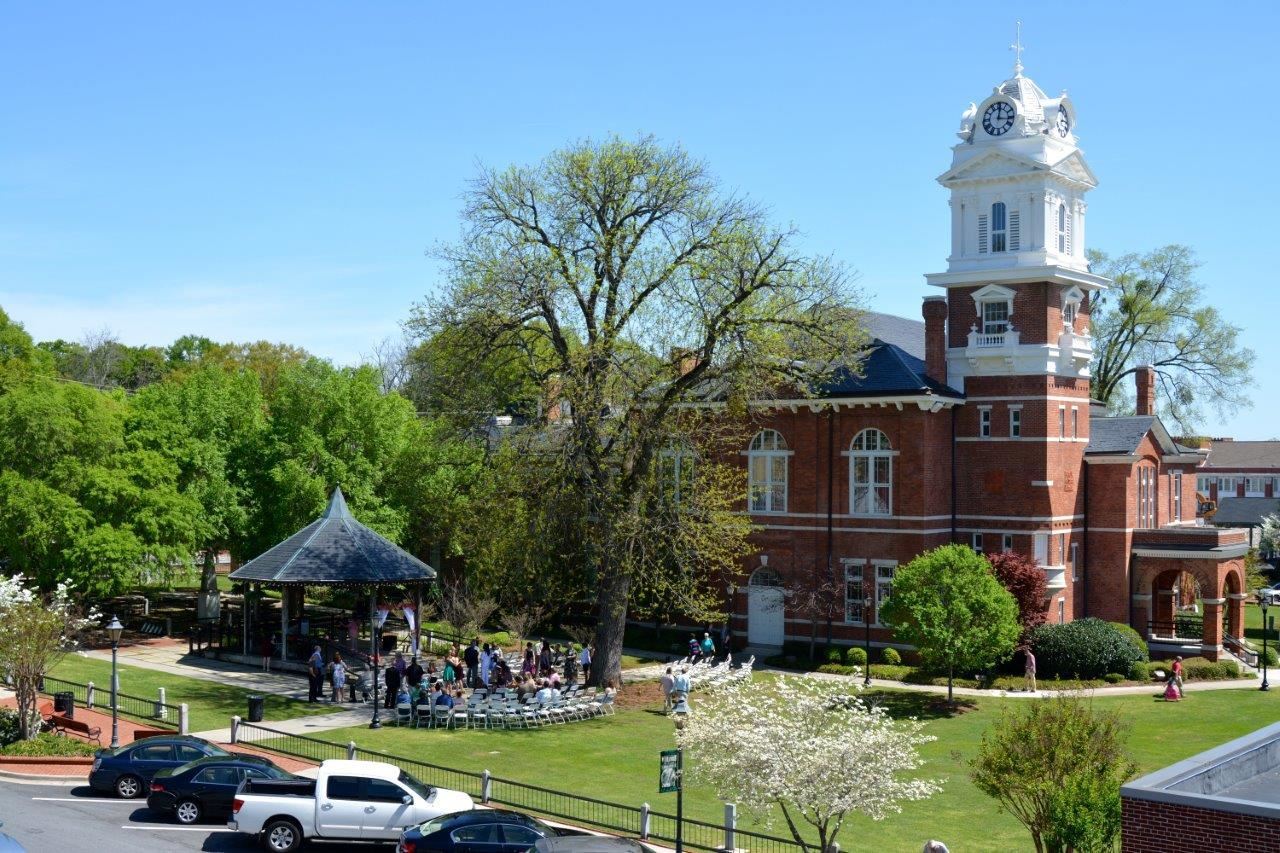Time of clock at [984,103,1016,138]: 12:16
